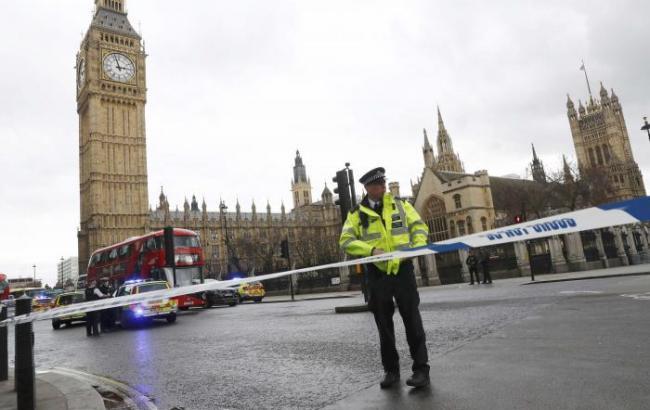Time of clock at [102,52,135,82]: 2:57
